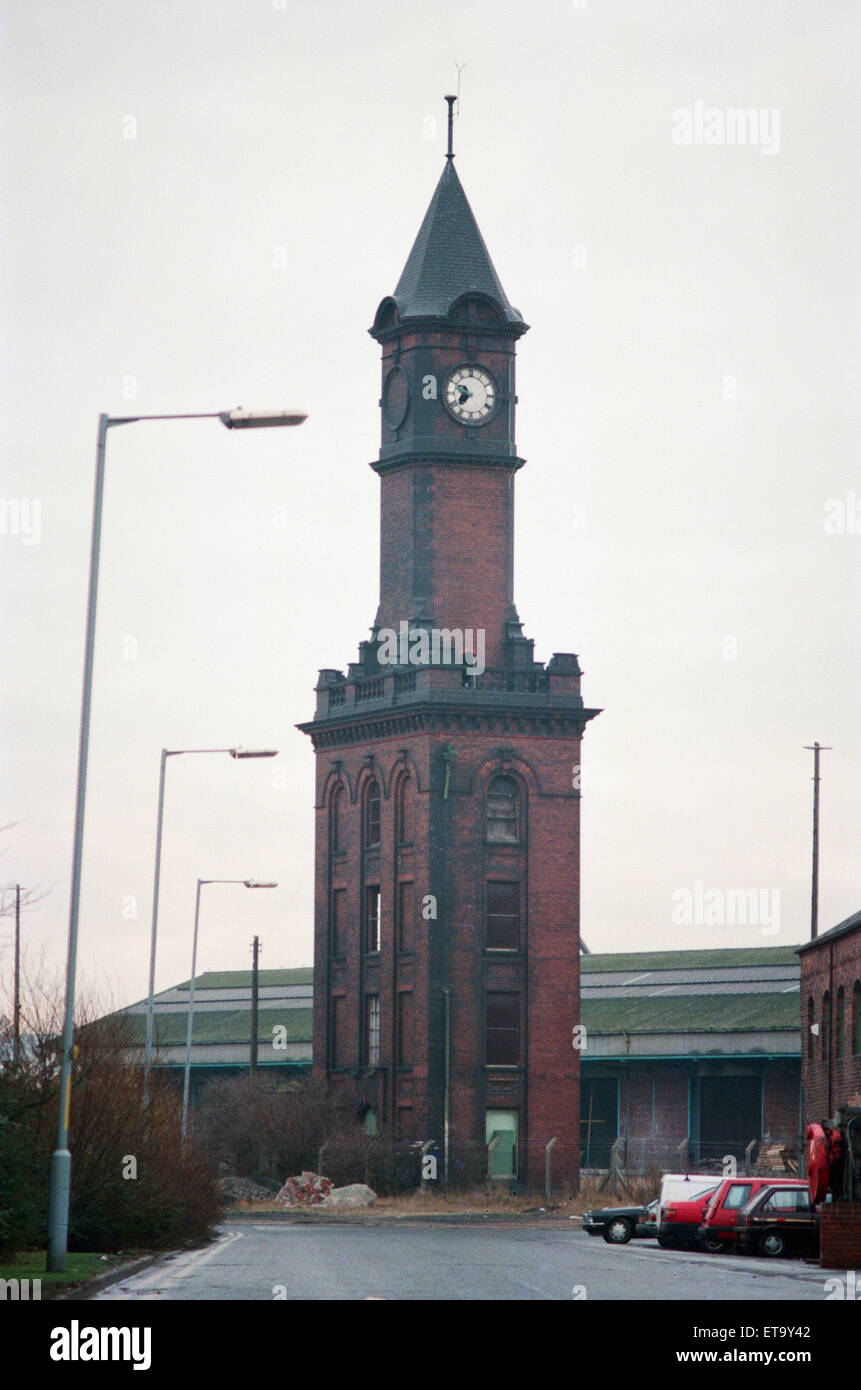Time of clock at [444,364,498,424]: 7:49
